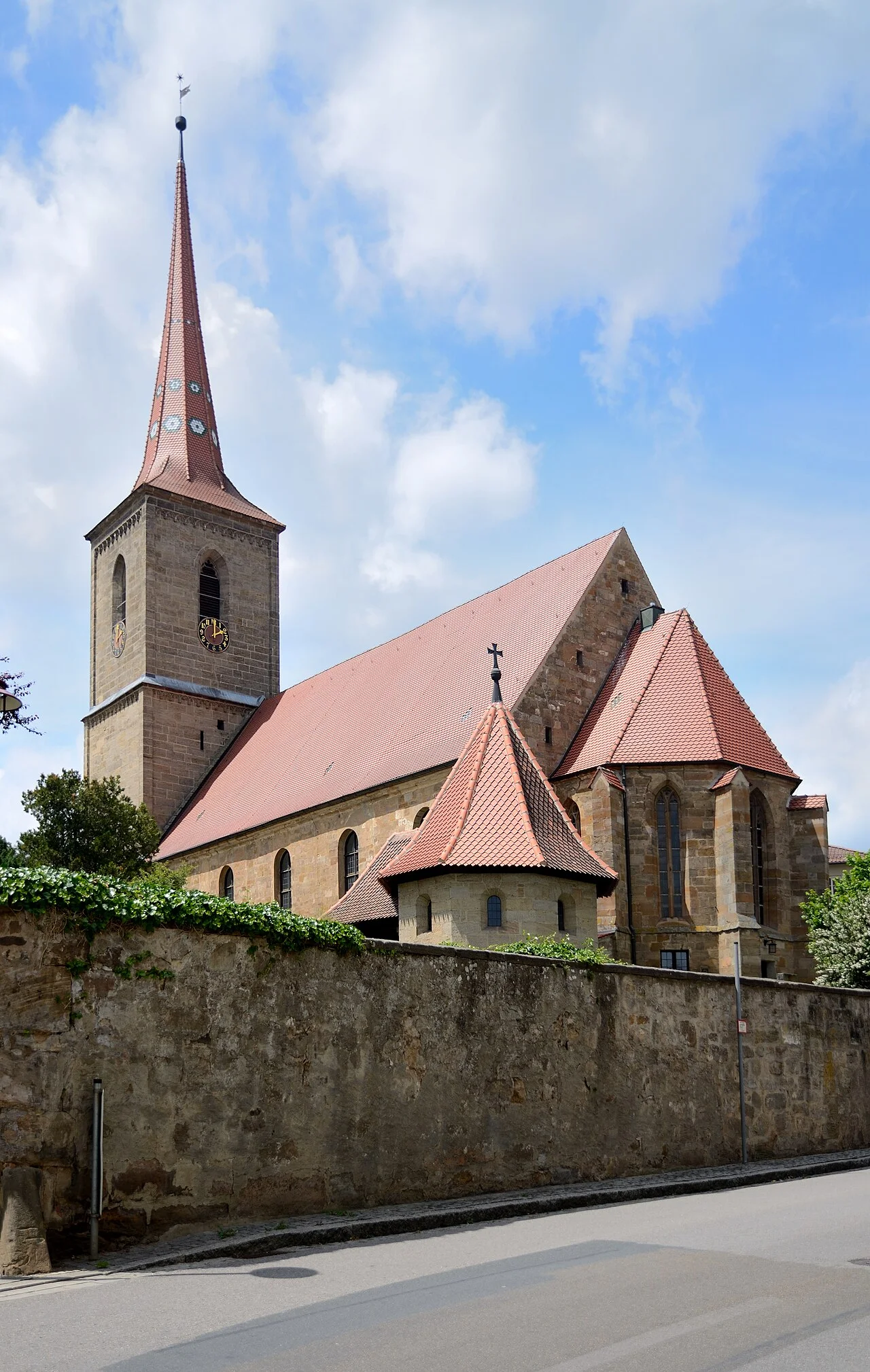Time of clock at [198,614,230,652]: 2:00
